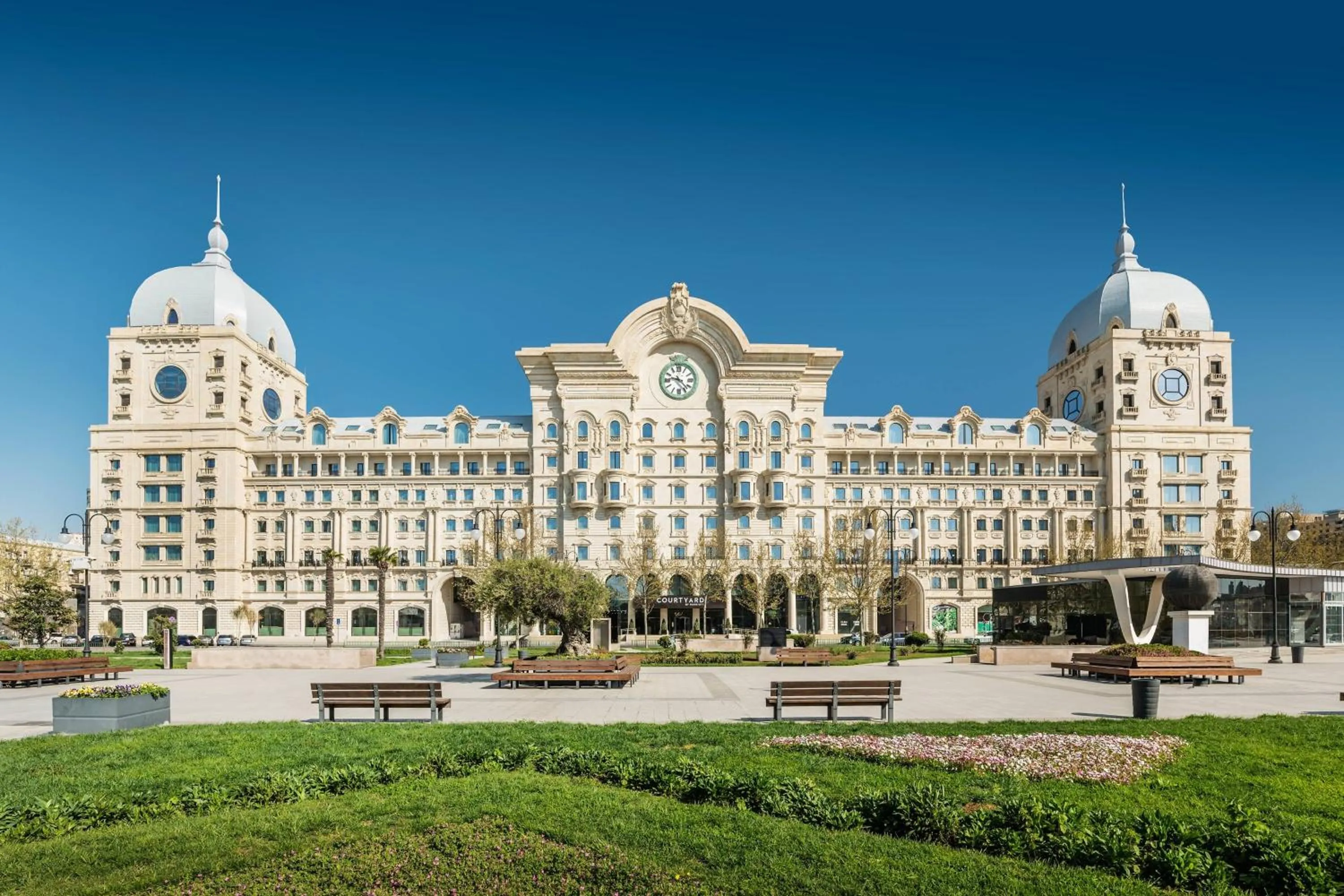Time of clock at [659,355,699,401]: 9:22
